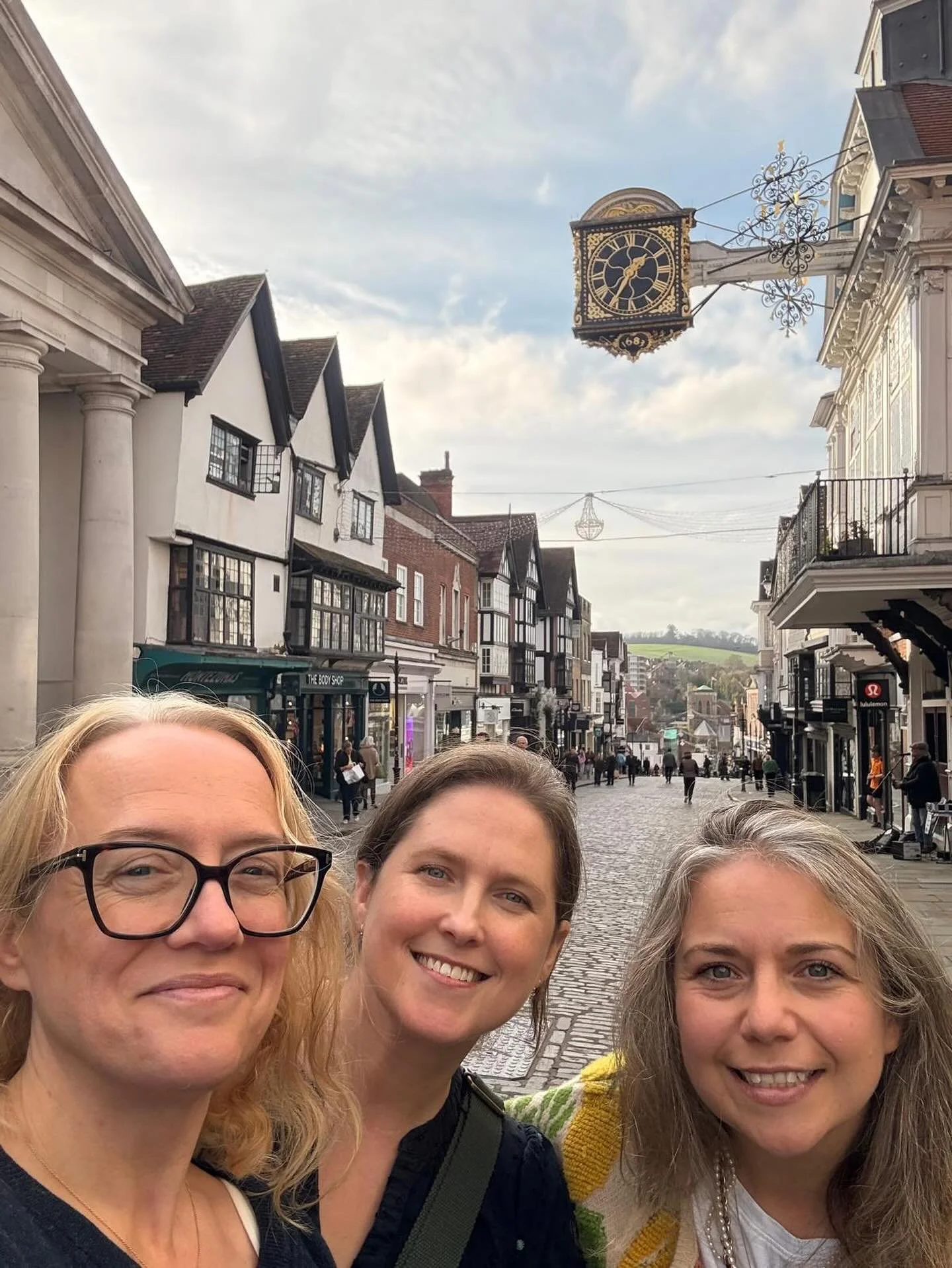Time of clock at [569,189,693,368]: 1:35
